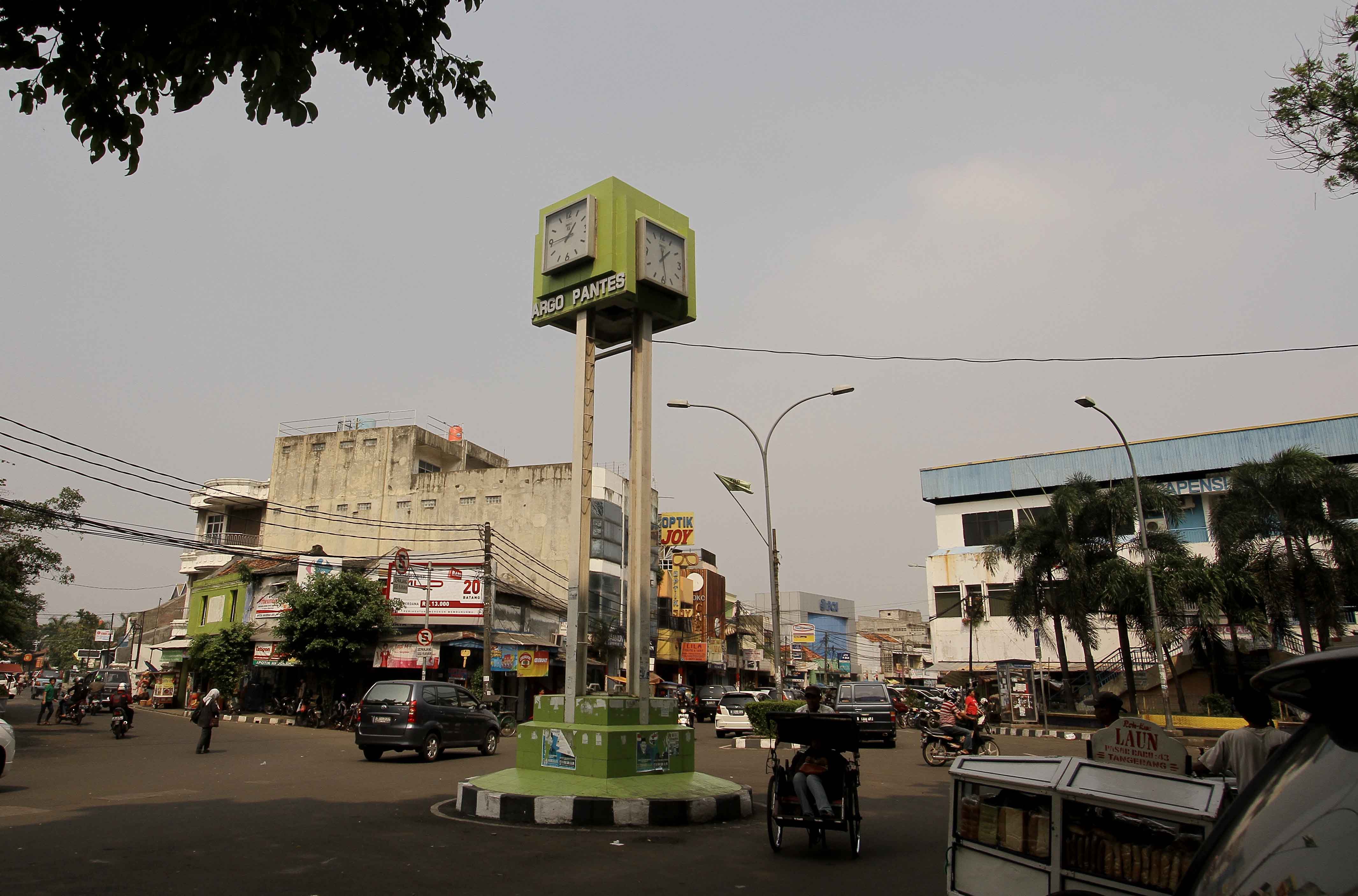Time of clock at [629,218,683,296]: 1:28
